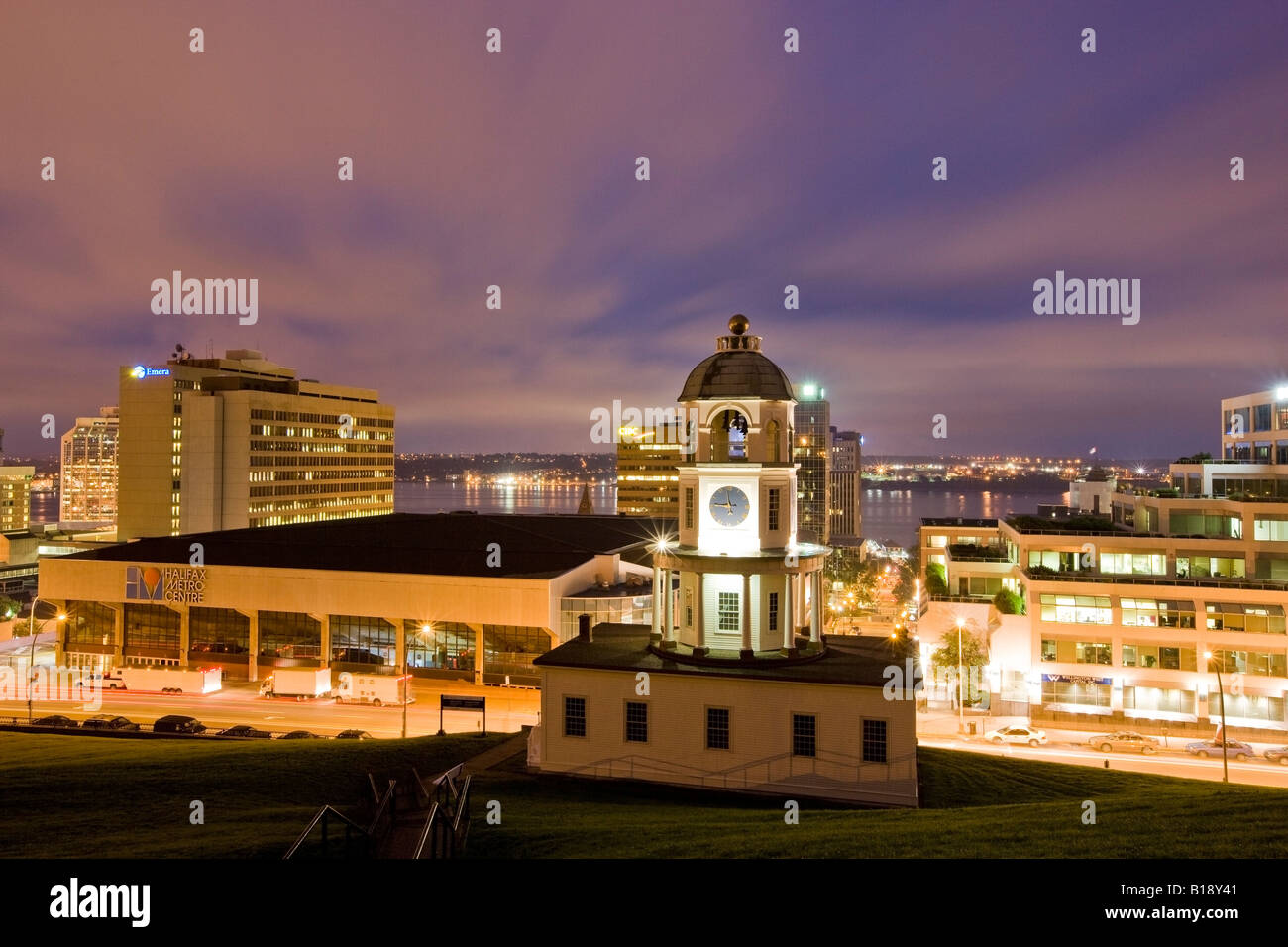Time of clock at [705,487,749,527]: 11:46
